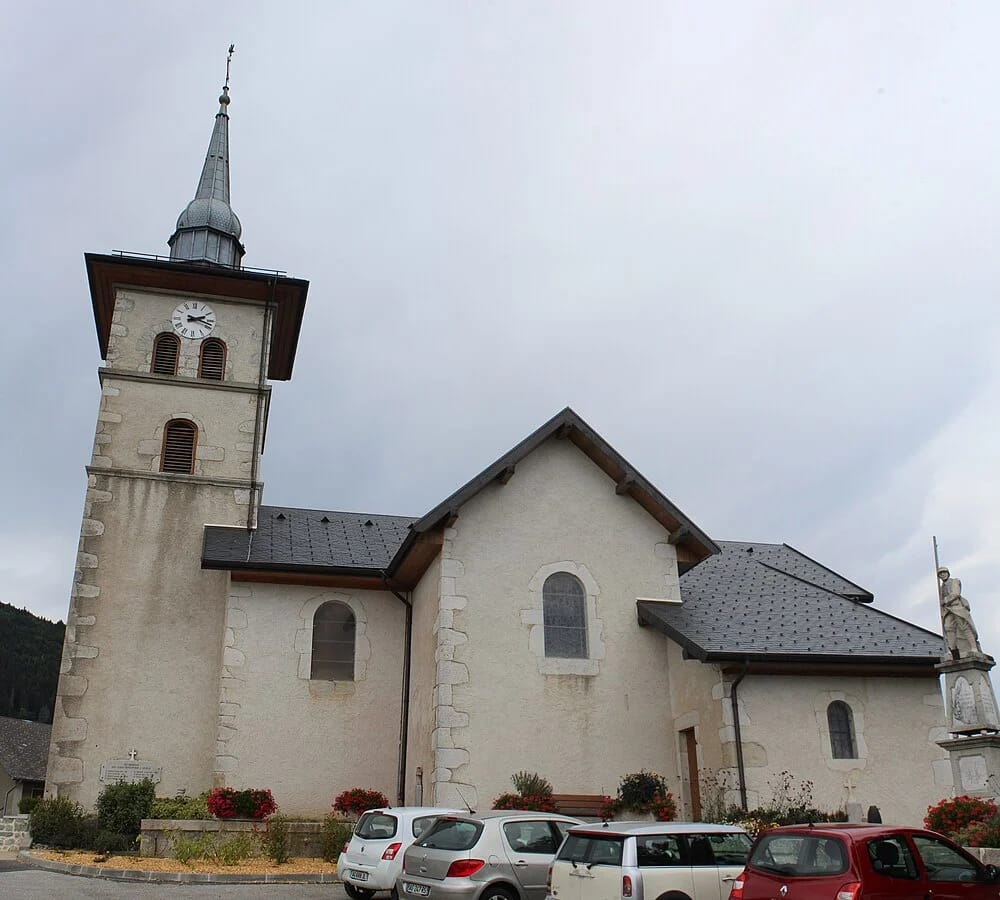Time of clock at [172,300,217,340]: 2:18
